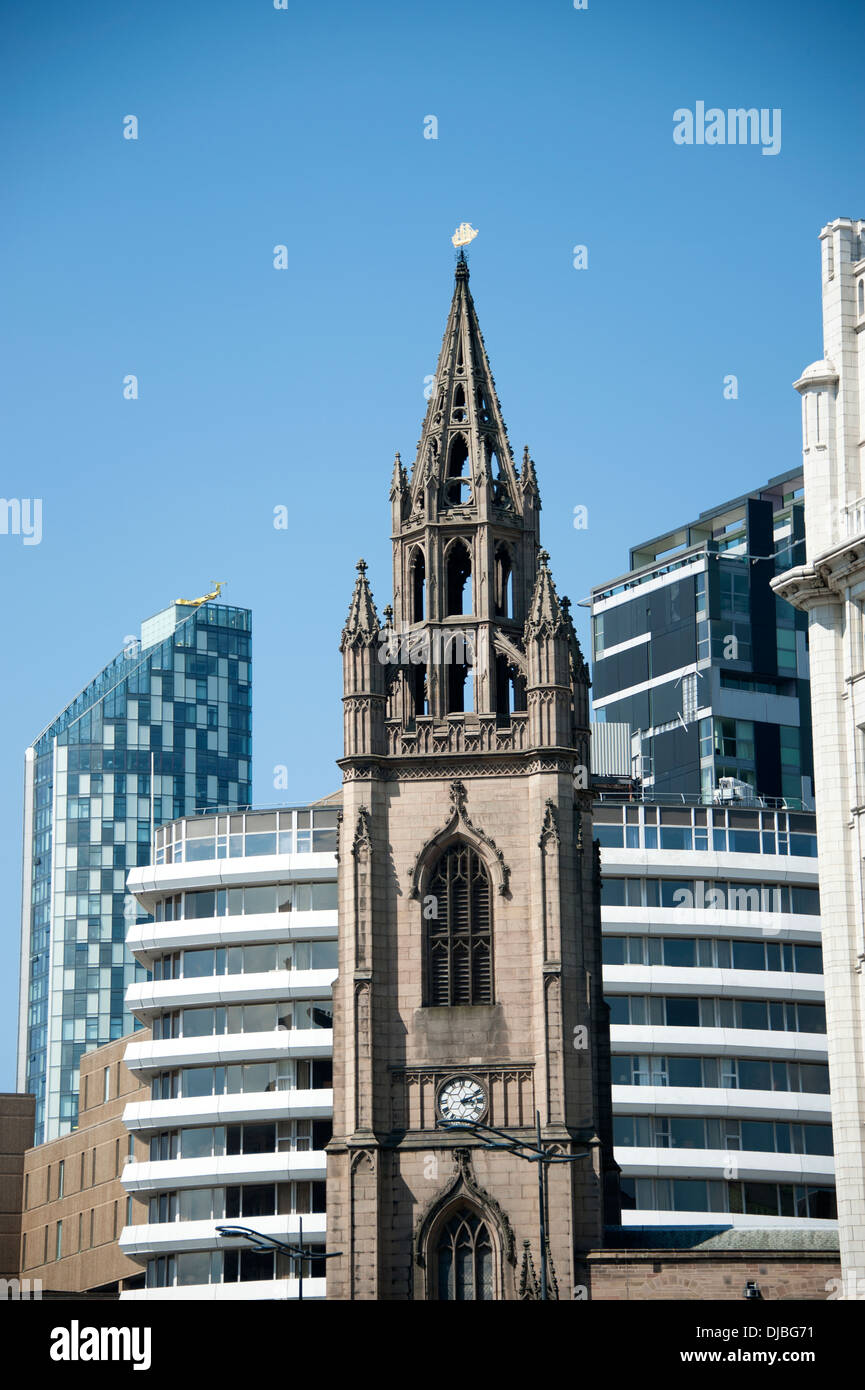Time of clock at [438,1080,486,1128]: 3:11
